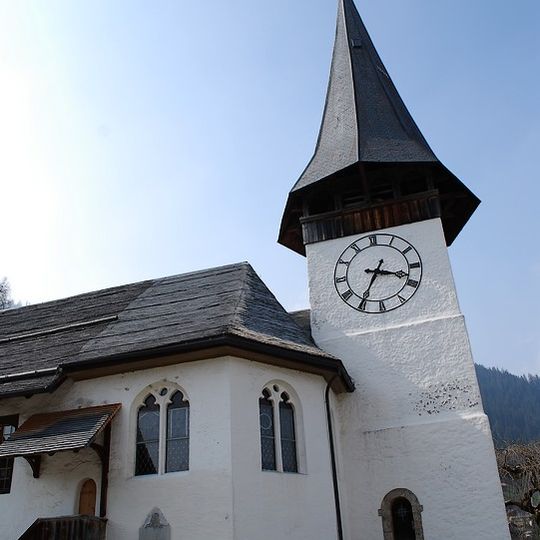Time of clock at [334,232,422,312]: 3:34
